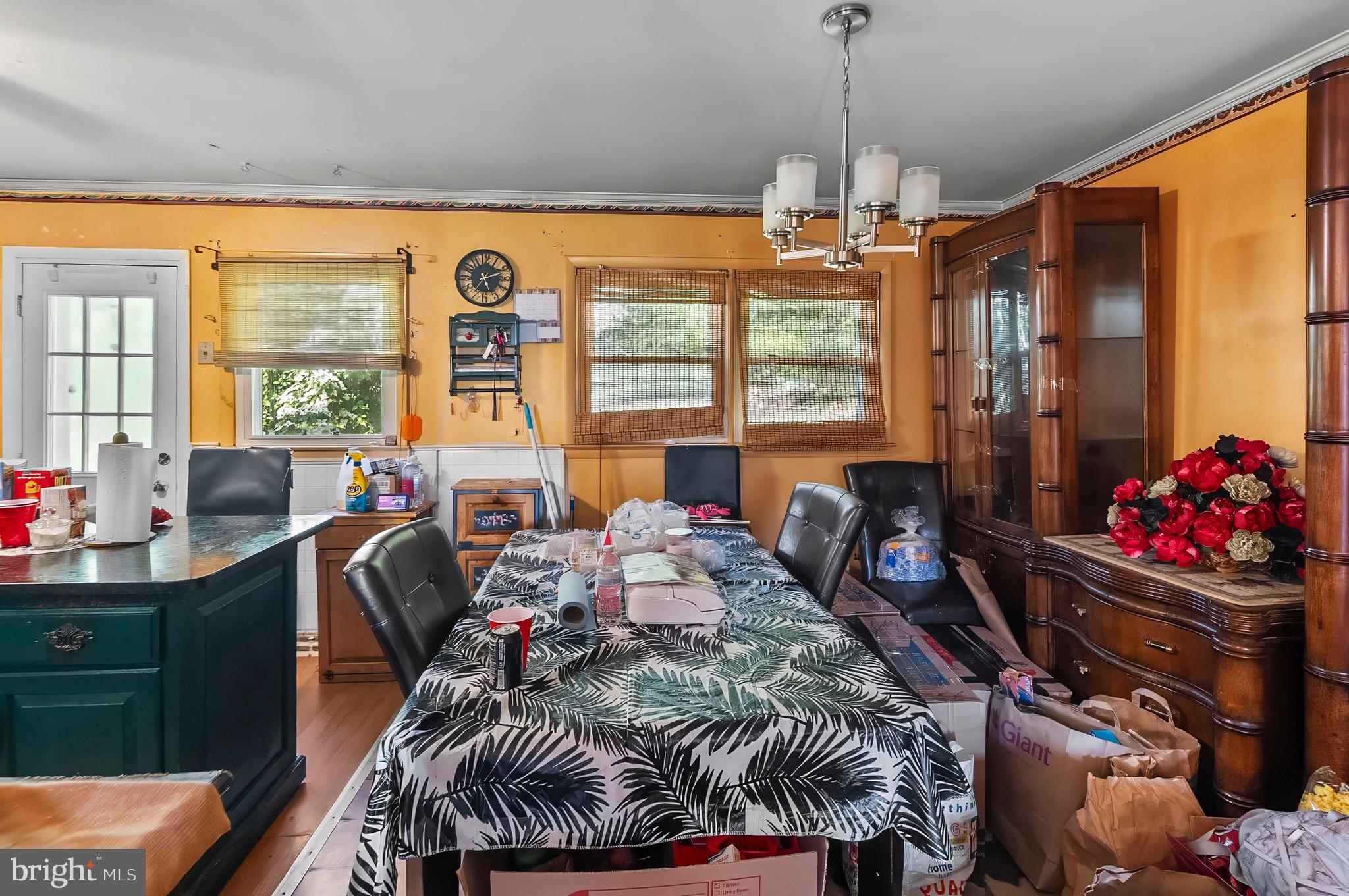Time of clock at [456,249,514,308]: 5:11
